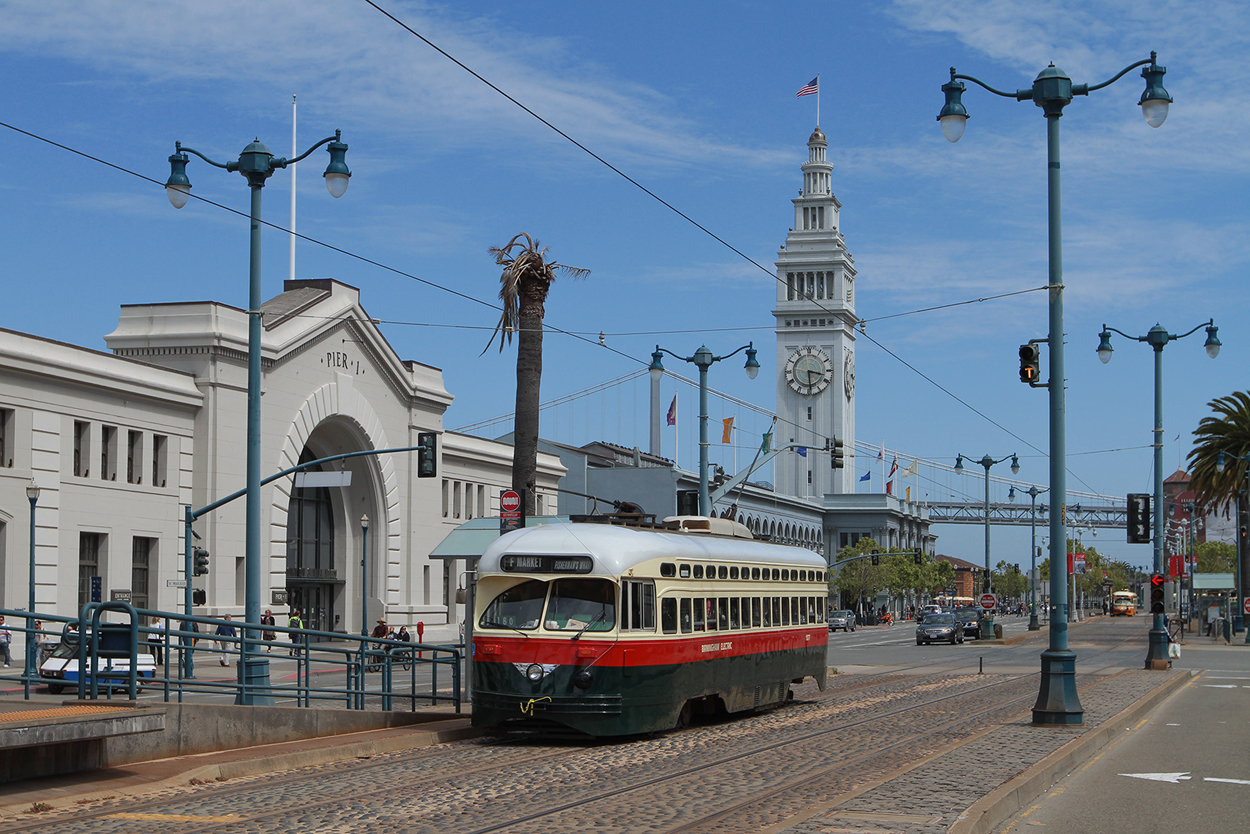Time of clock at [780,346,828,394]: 3:29
